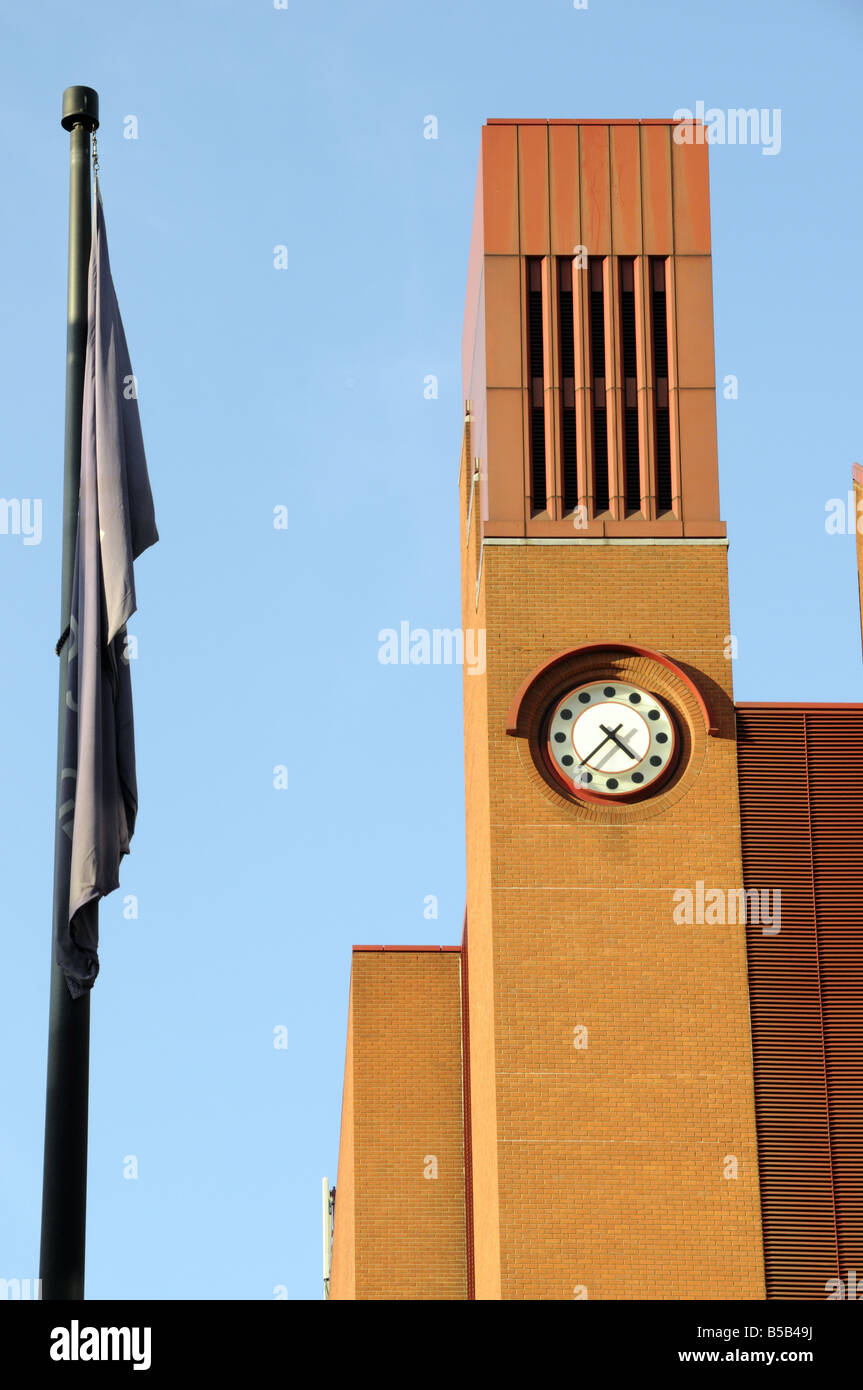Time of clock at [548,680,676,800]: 4:37
